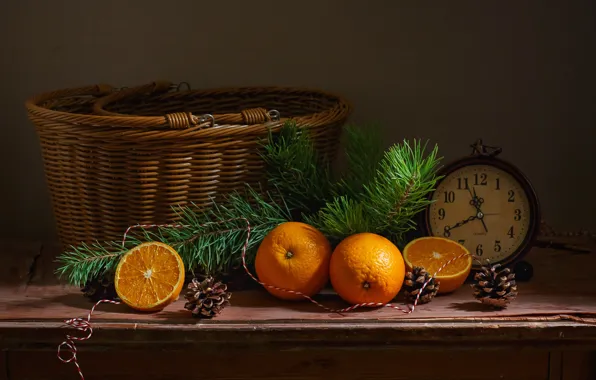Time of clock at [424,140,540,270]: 11:40
